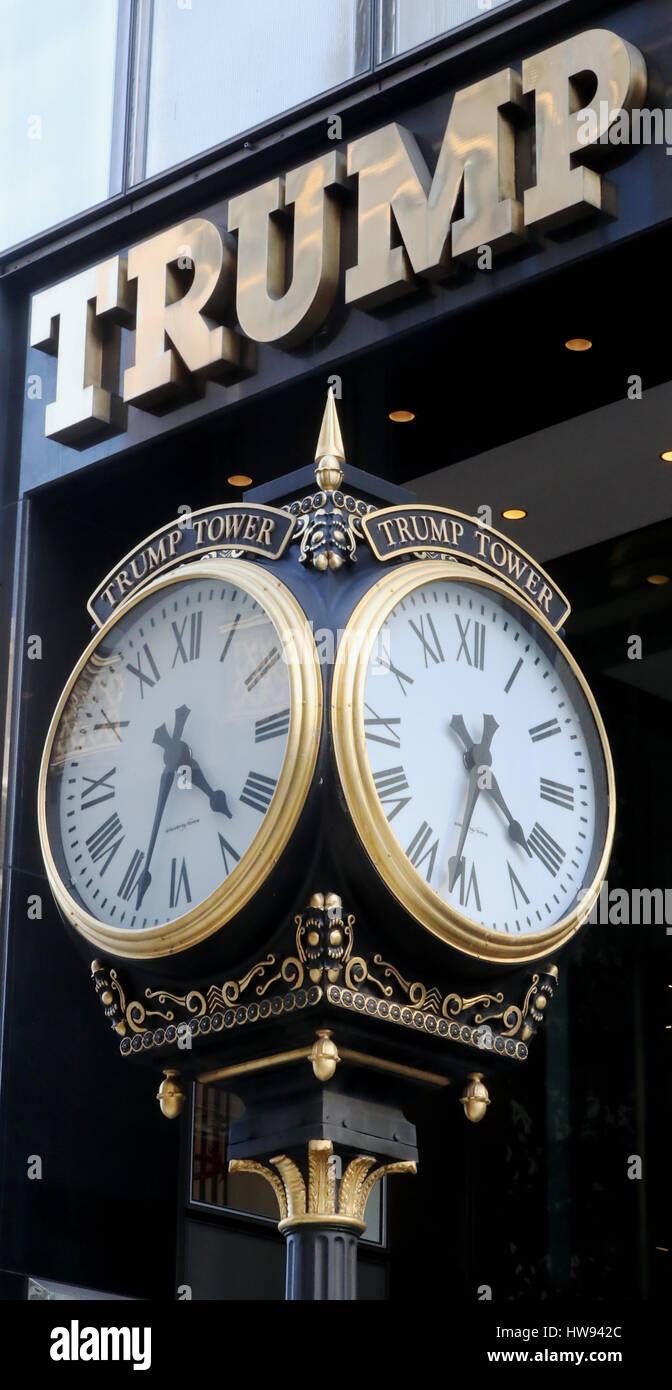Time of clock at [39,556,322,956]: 4:33
